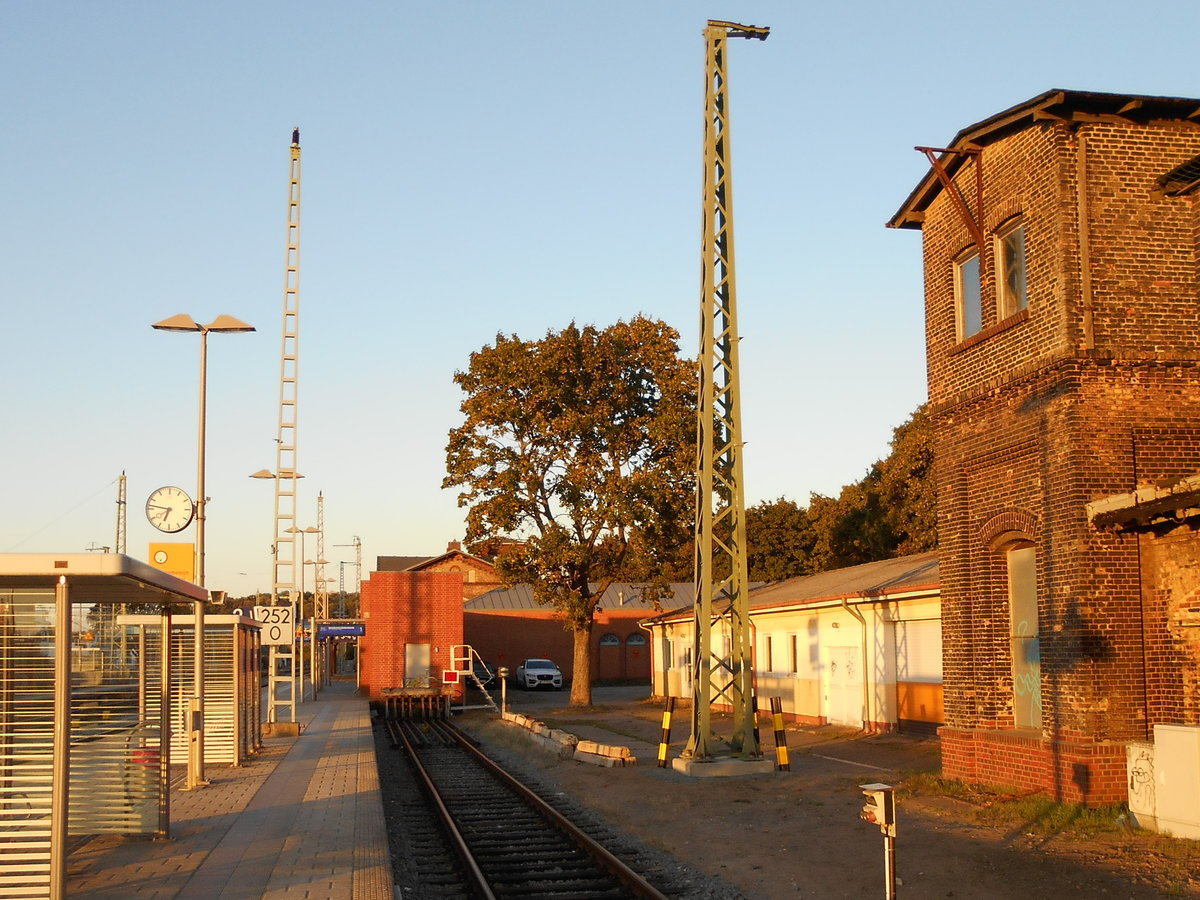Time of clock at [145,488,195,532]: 6:46
